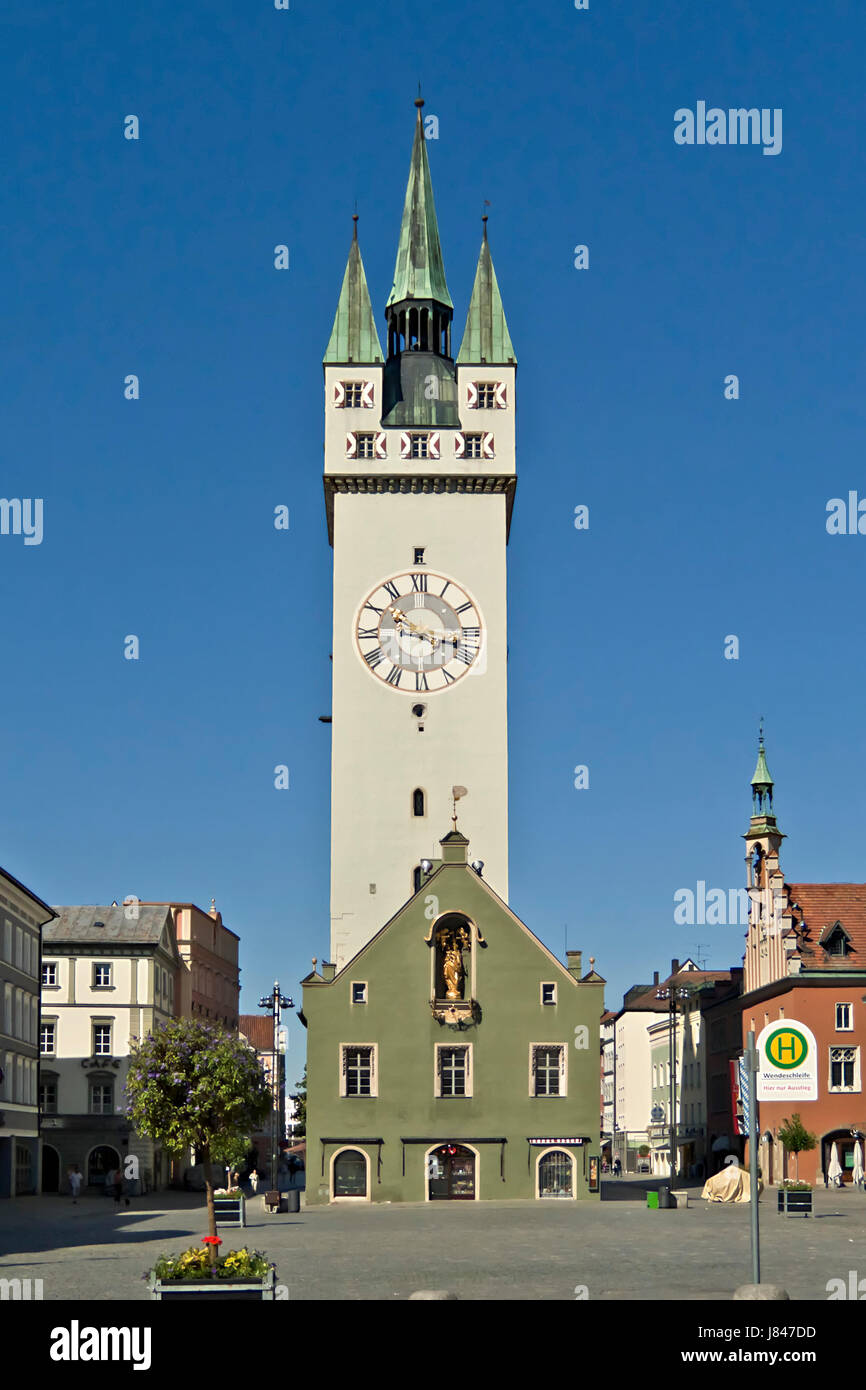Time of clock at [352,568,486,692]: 10:17
